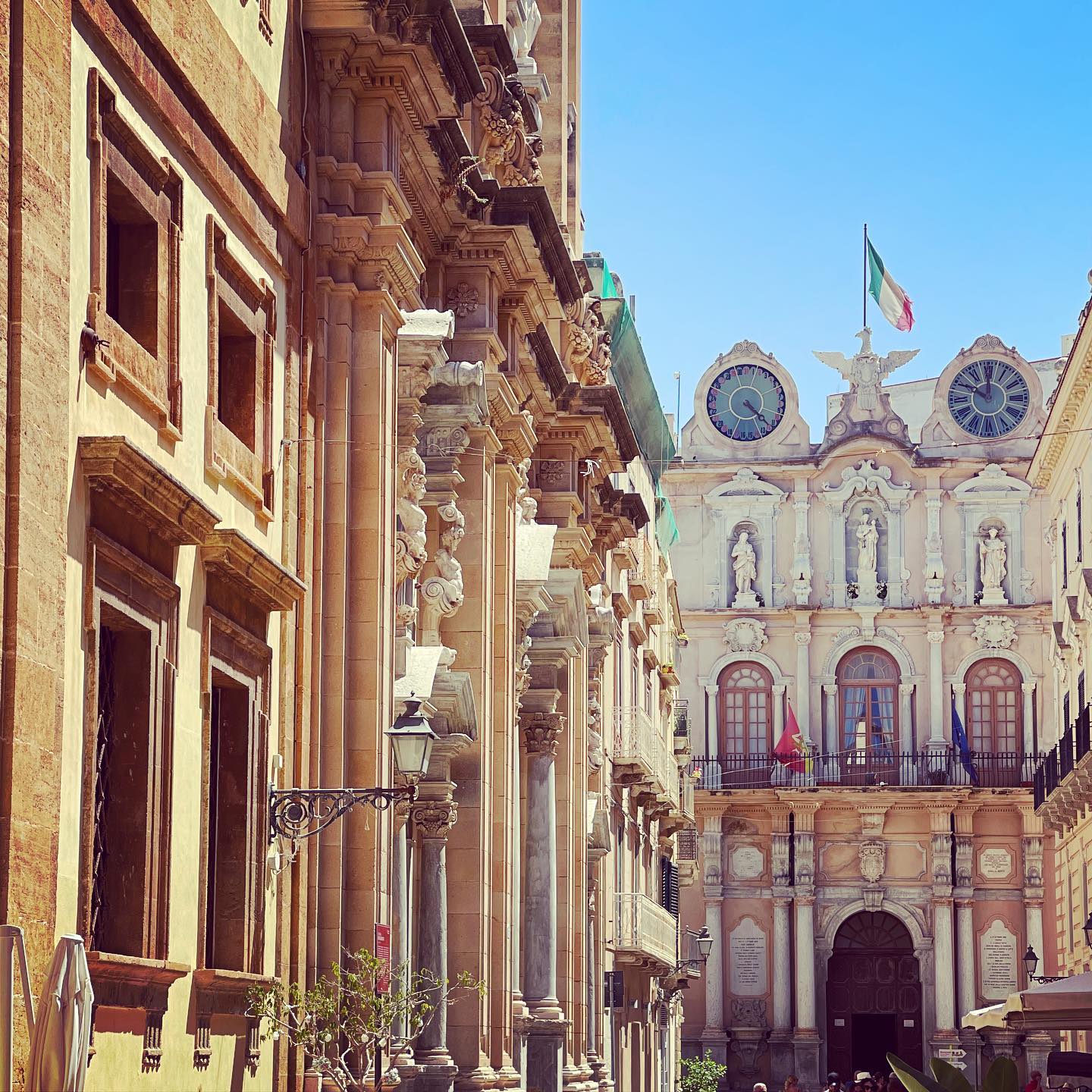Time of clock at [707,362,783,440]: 4:22
